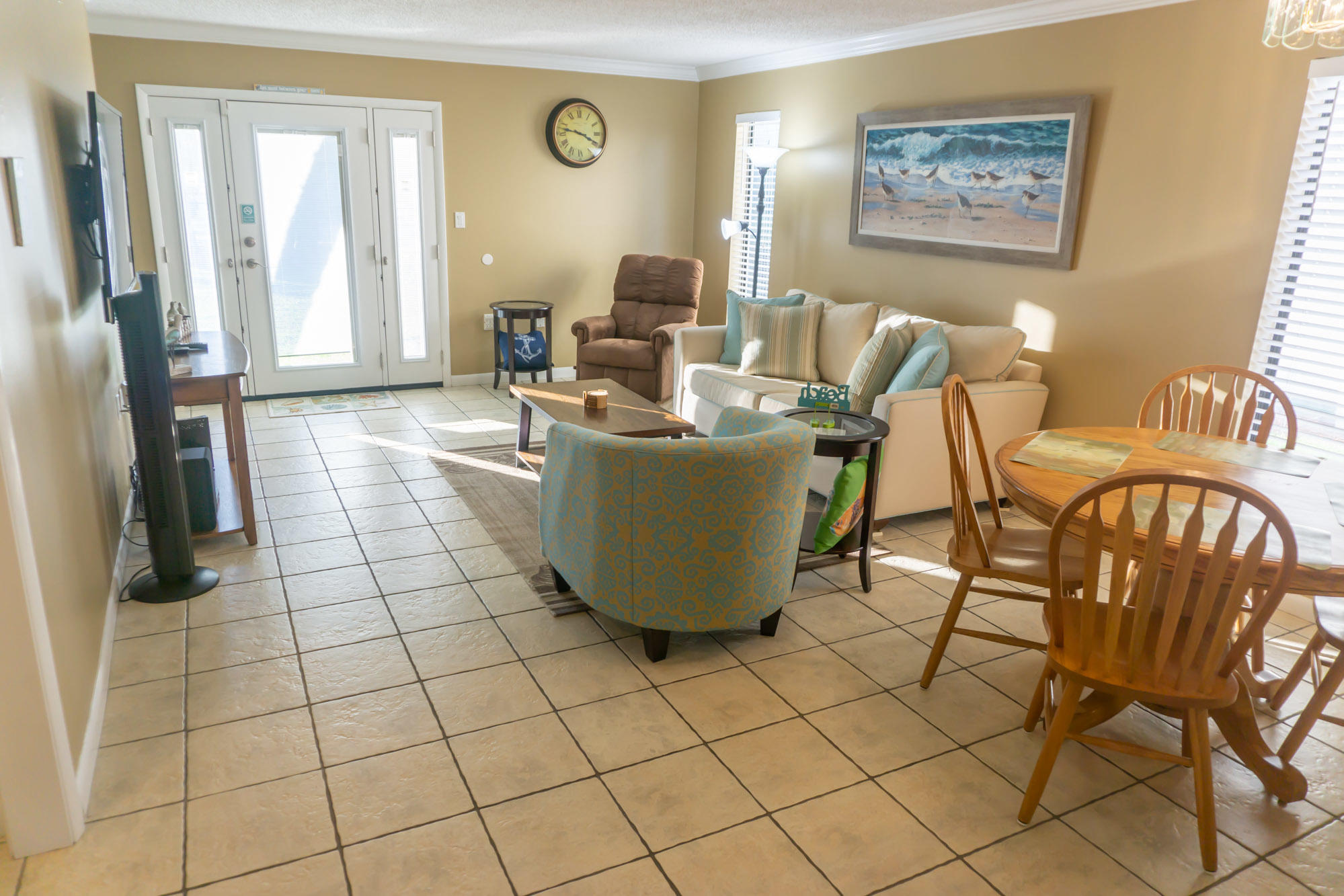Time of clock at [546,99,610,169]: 3:47
